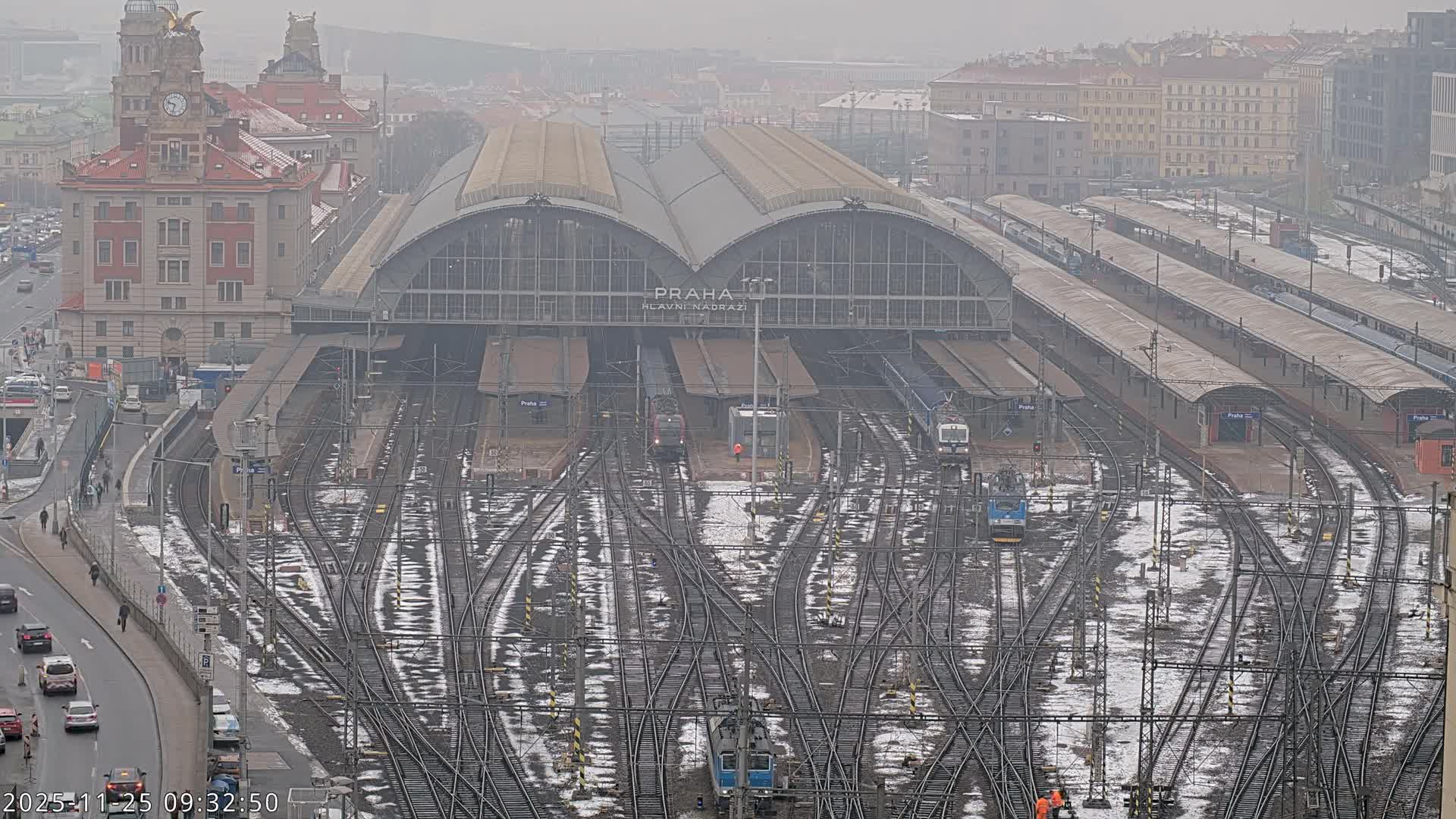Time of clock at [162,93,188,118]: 9:32
